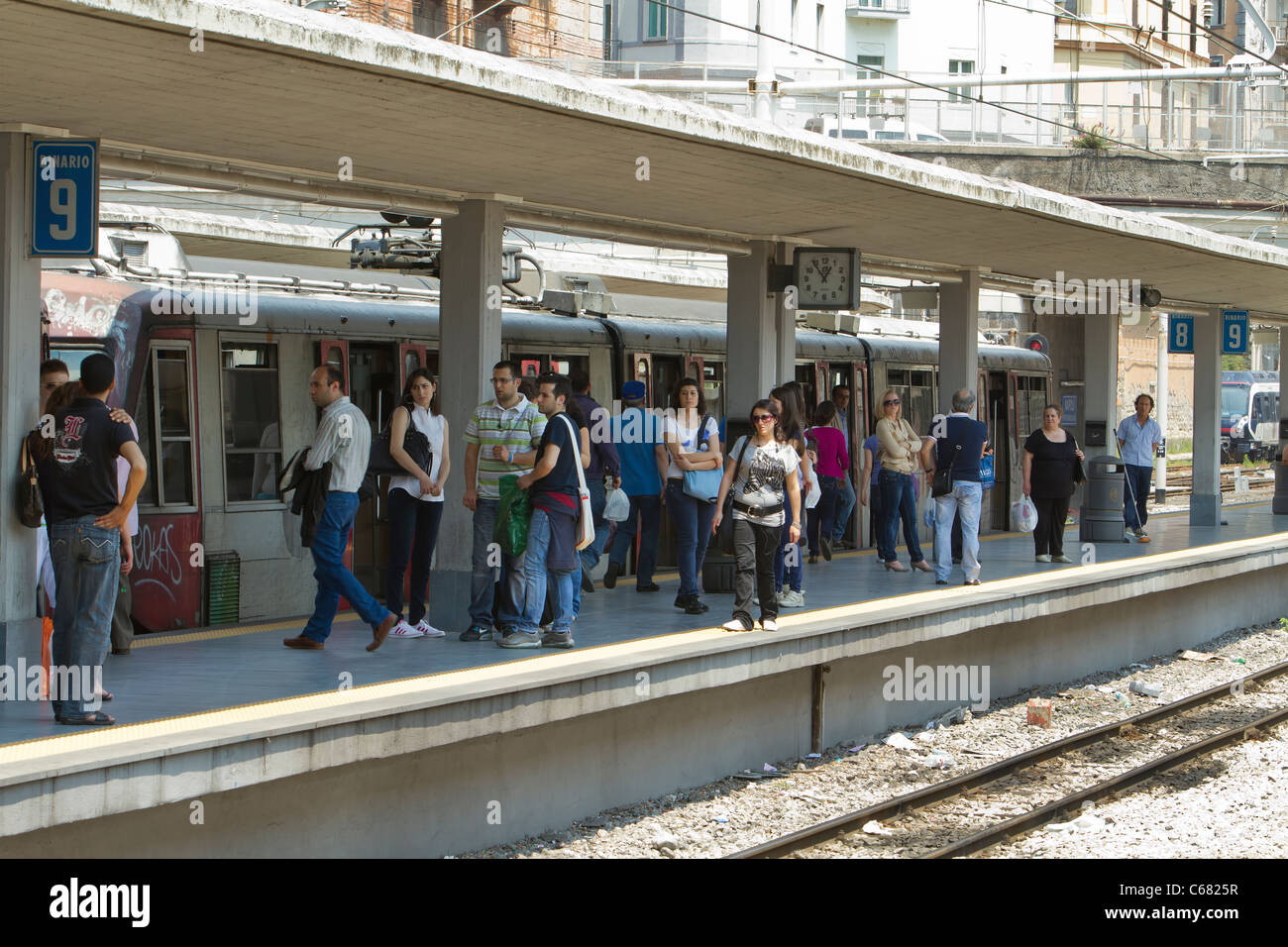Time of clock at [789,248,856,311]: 12:53
